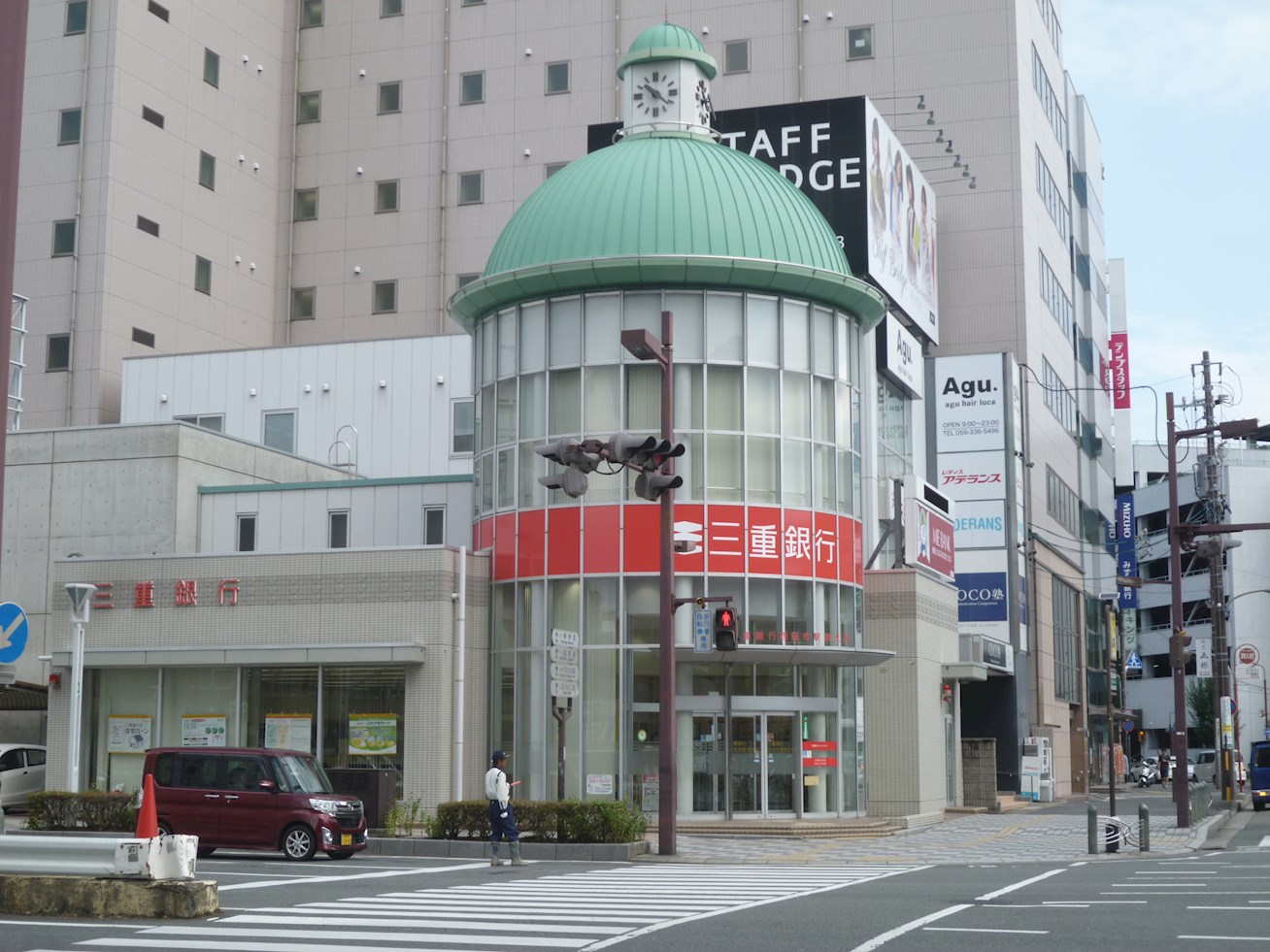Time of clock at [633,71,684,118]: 10:21
